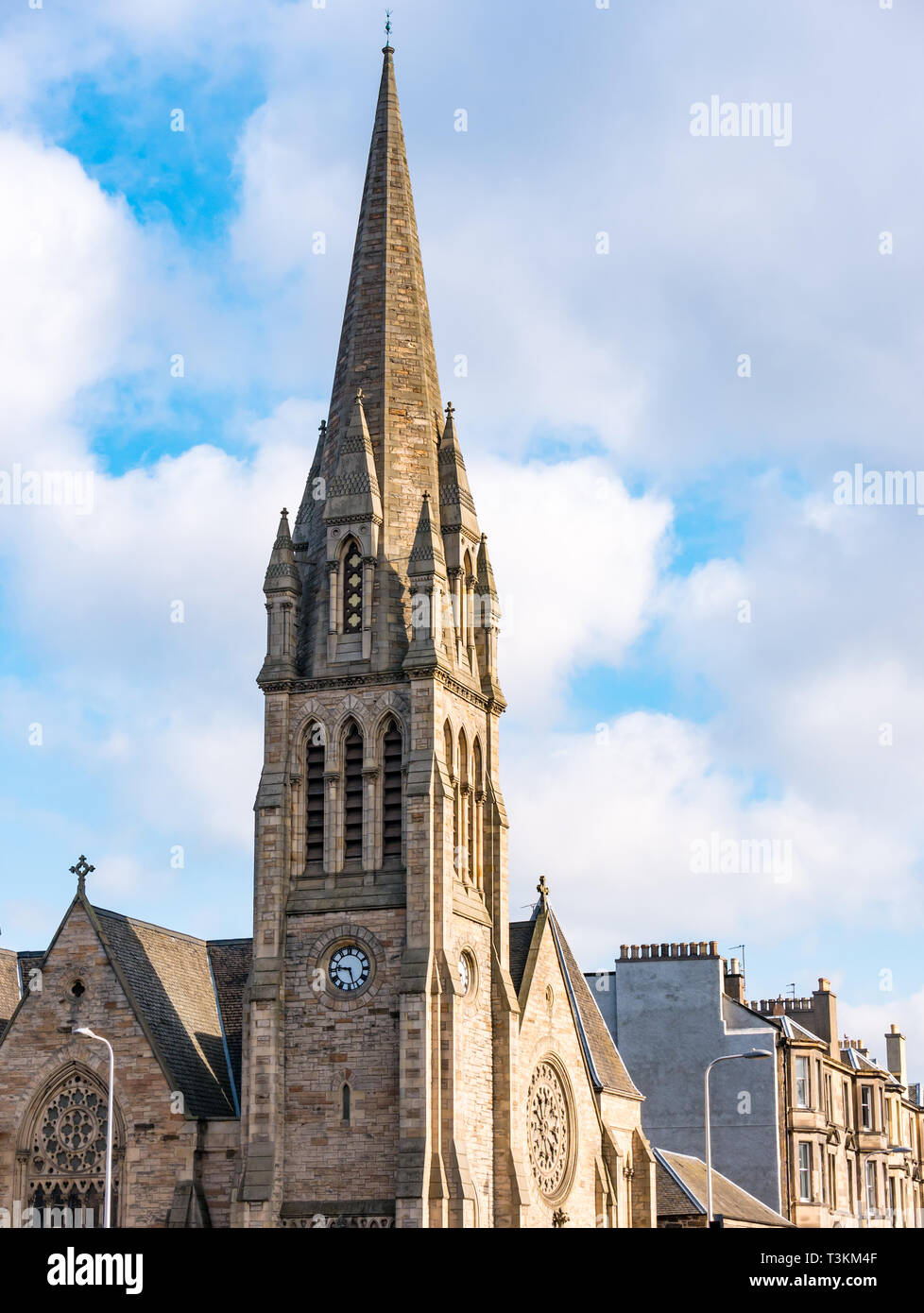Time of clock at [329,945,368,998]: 9:27
